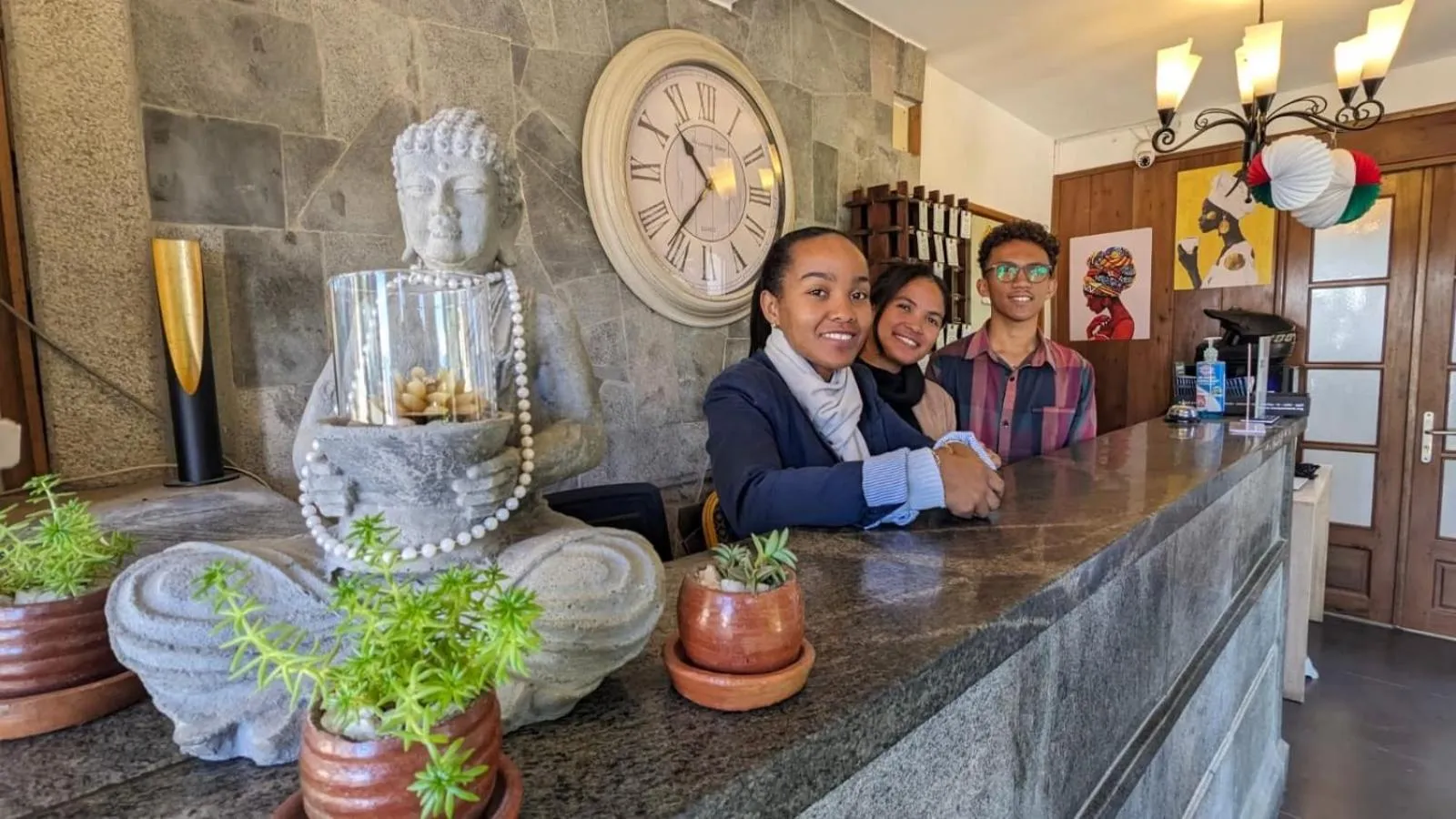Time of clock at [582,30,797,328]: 10:36
